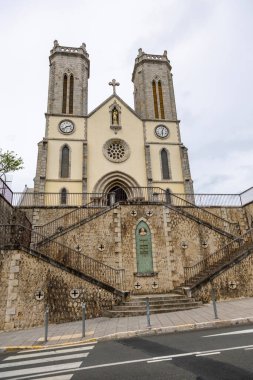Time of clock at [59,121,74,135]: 2:38
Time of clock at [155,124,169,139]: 6:03
